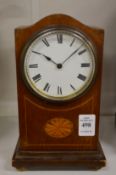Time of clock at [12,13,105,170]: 10:07
